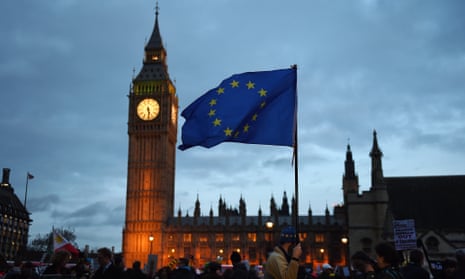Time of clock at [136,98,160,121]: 5:29
